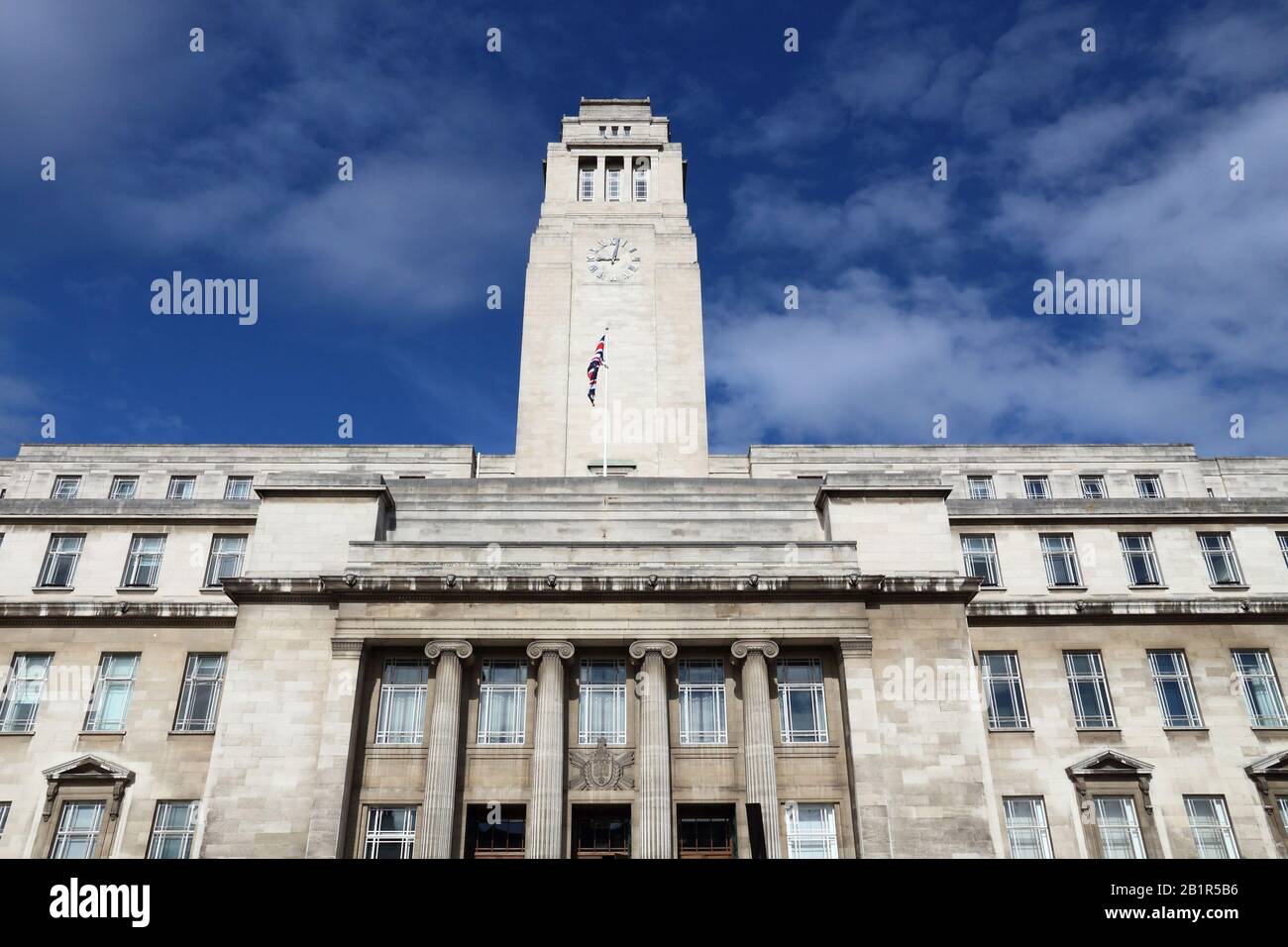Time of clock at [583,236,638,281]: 9:01
